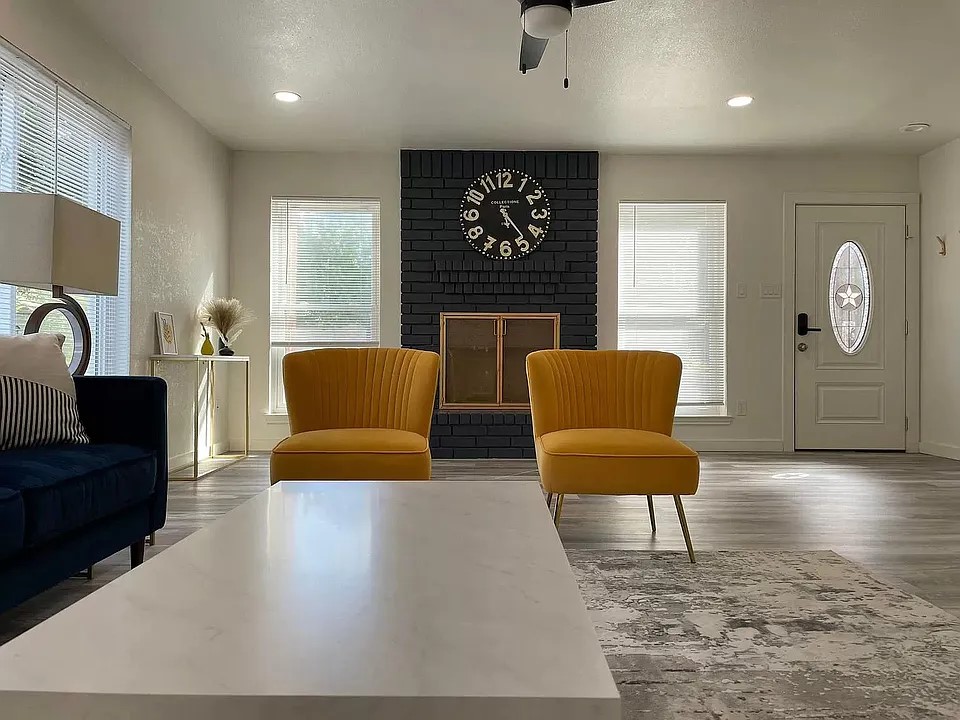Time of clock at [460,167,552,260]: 5:23
